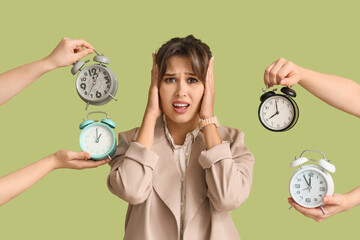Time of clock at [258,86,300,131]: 7:59
